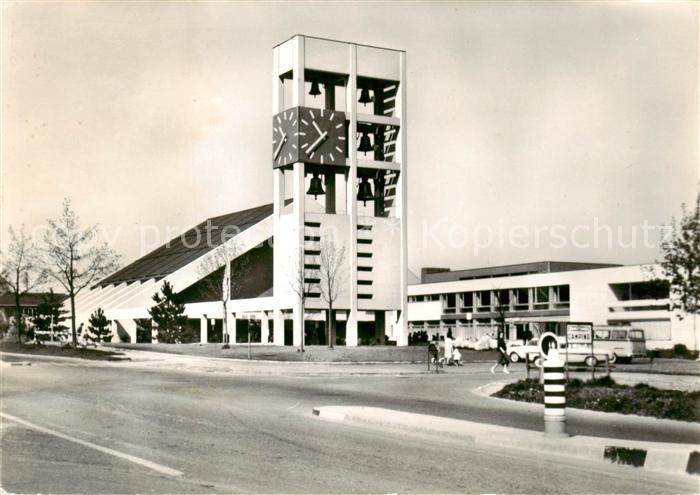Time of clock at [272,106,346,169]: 10:37
